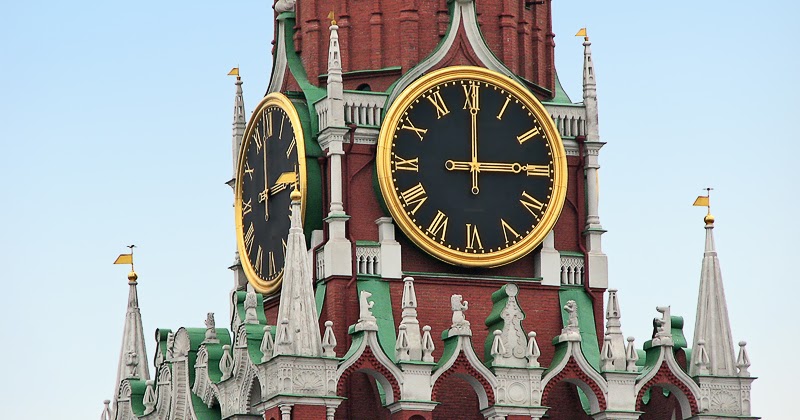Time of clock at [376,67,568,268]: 3:00
